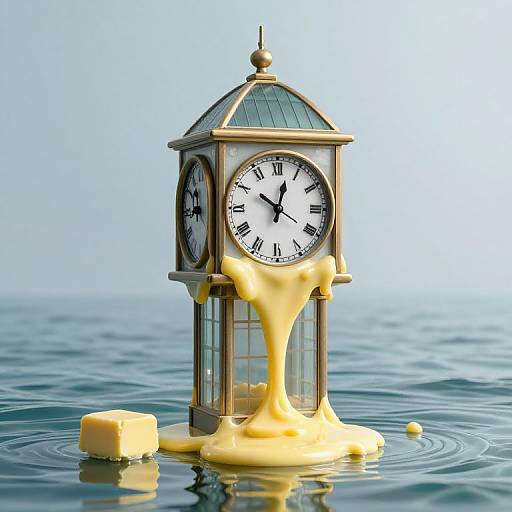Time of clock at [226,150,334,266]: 10:02
